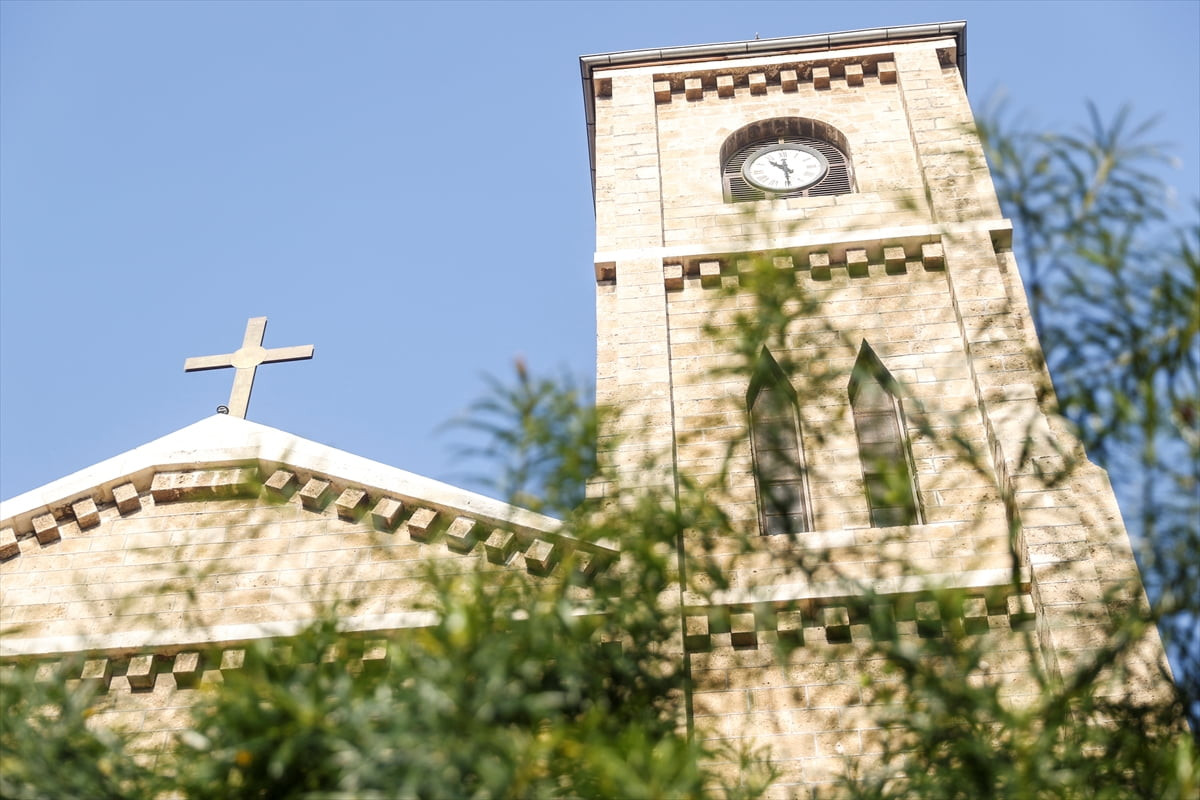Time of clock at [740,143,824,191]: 10:29
